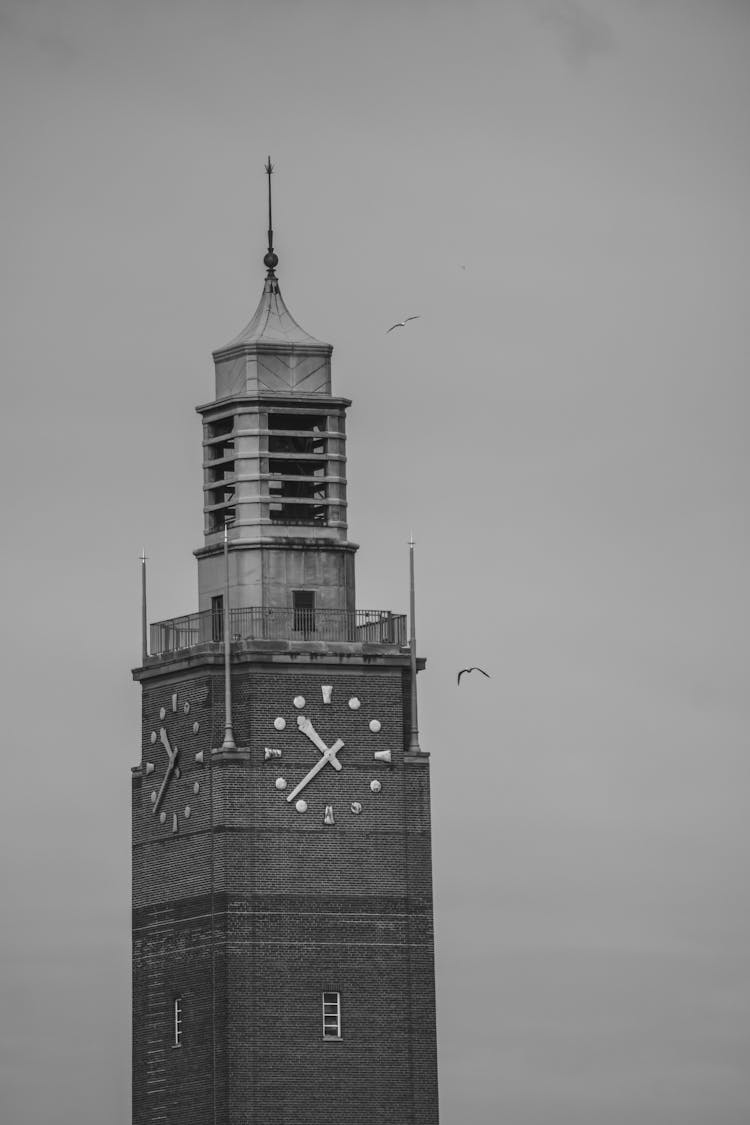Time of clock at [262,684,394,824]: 10:37
